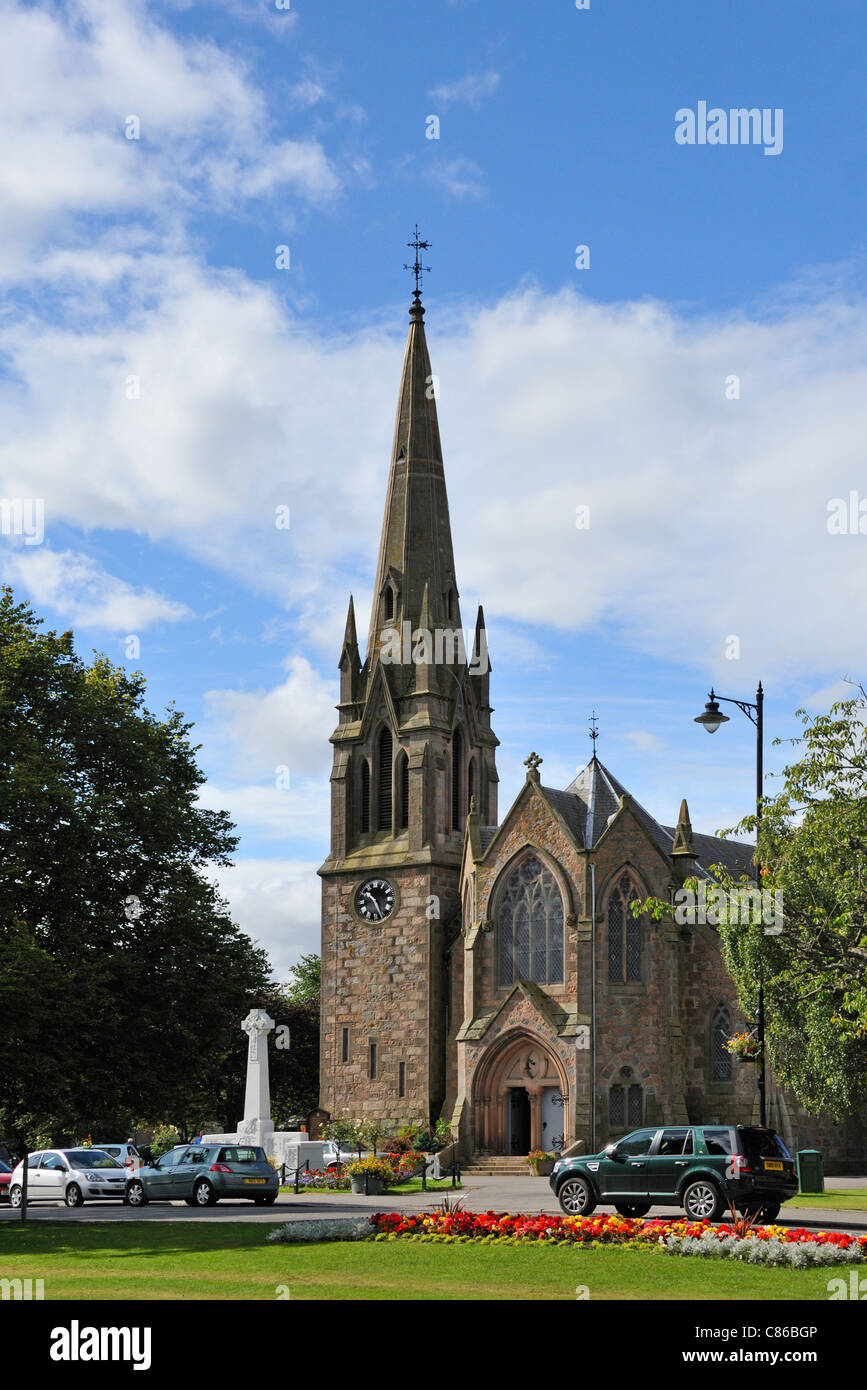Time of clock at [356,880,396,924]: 10:26
